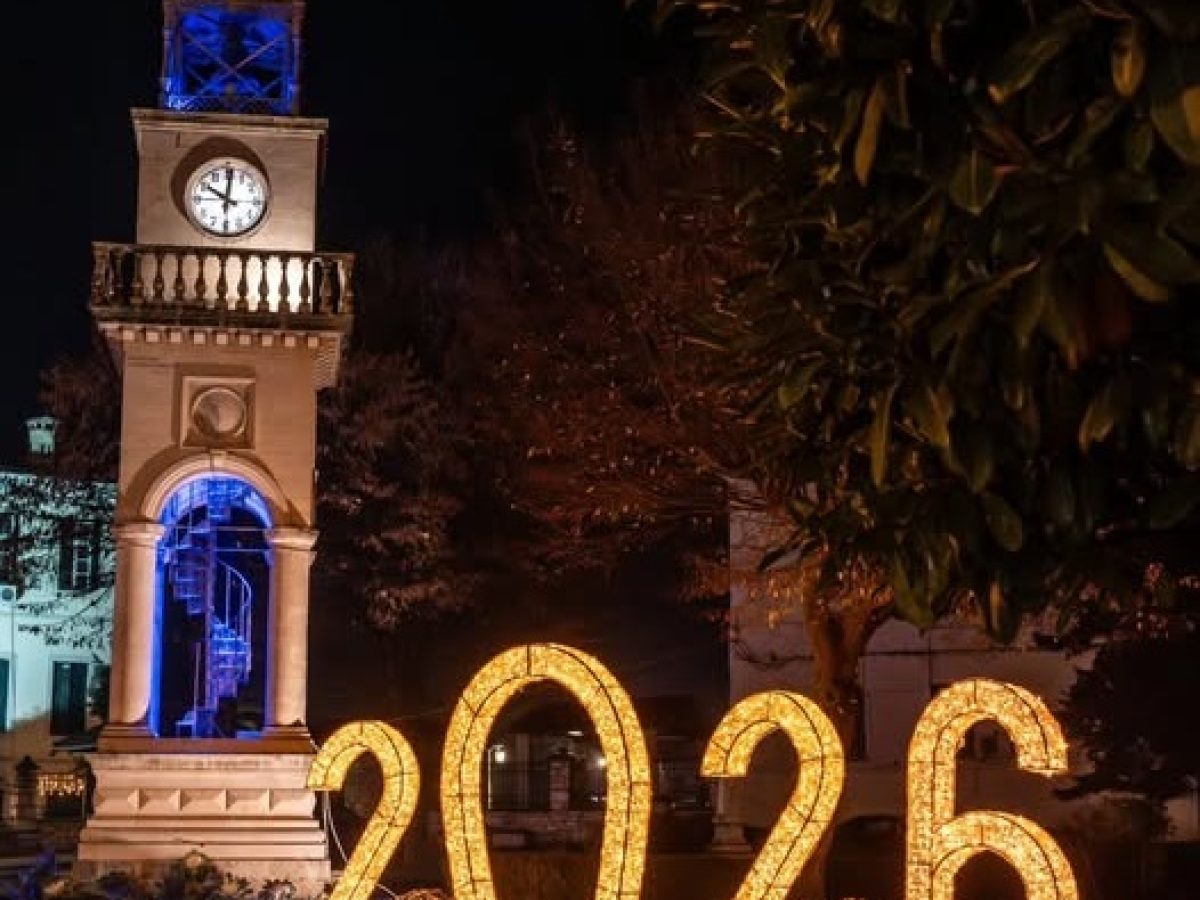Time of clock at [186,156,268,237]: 10:00
